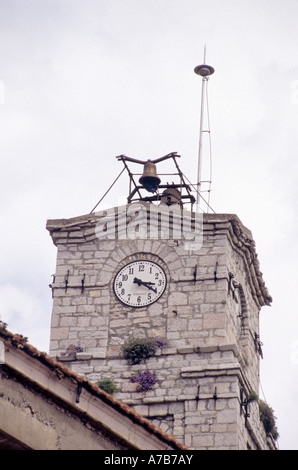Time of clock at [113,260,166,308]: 3:20
